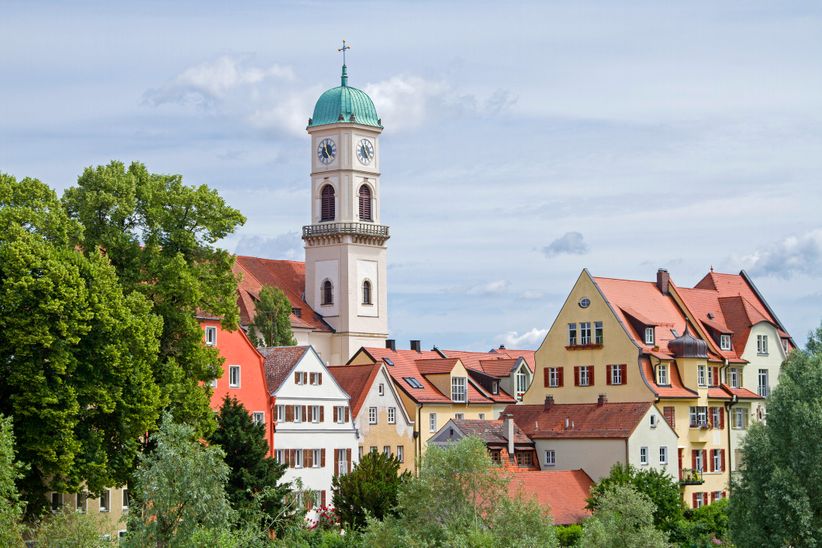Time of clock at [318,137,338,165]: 11:59
